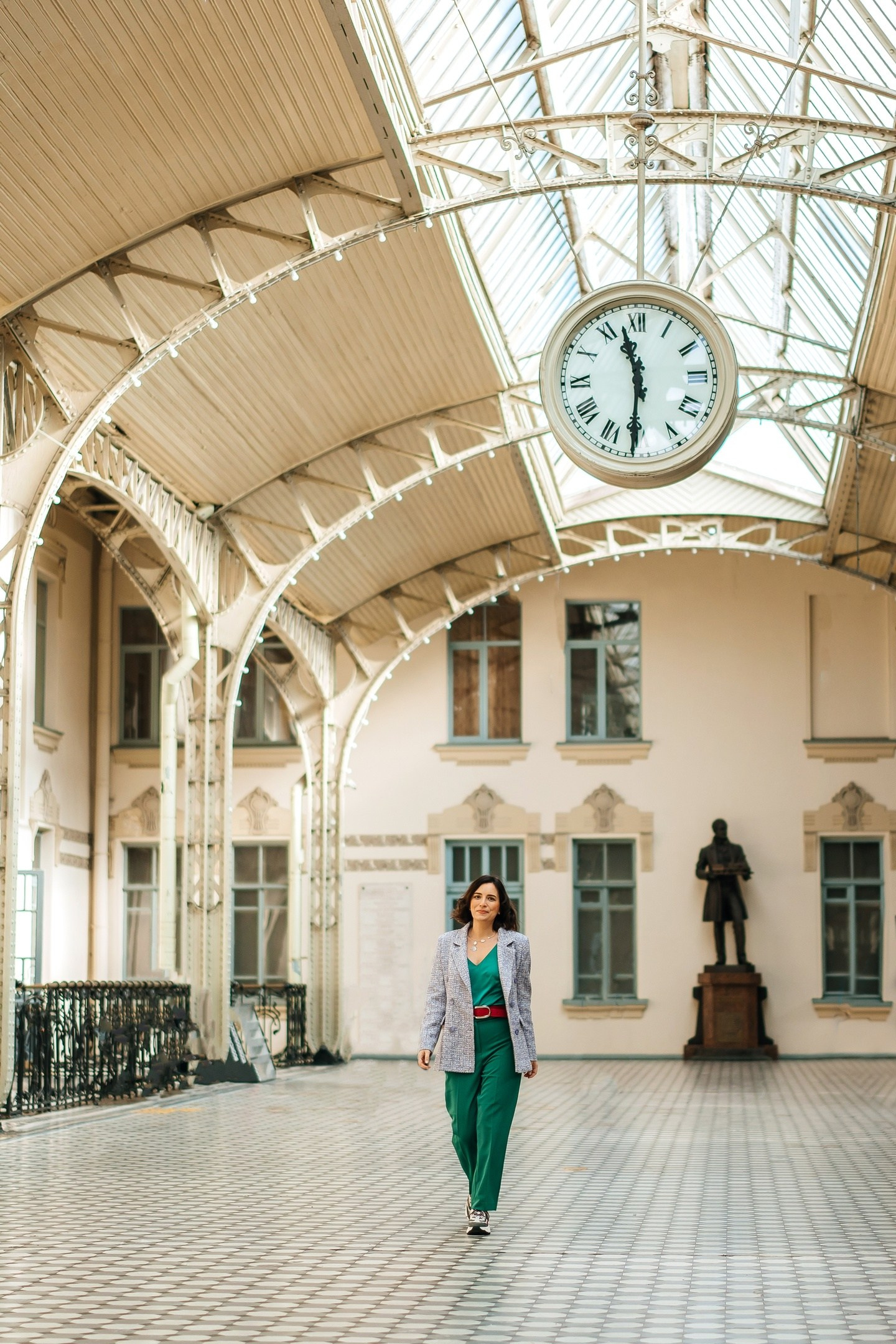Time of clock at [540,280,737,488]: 11:30
